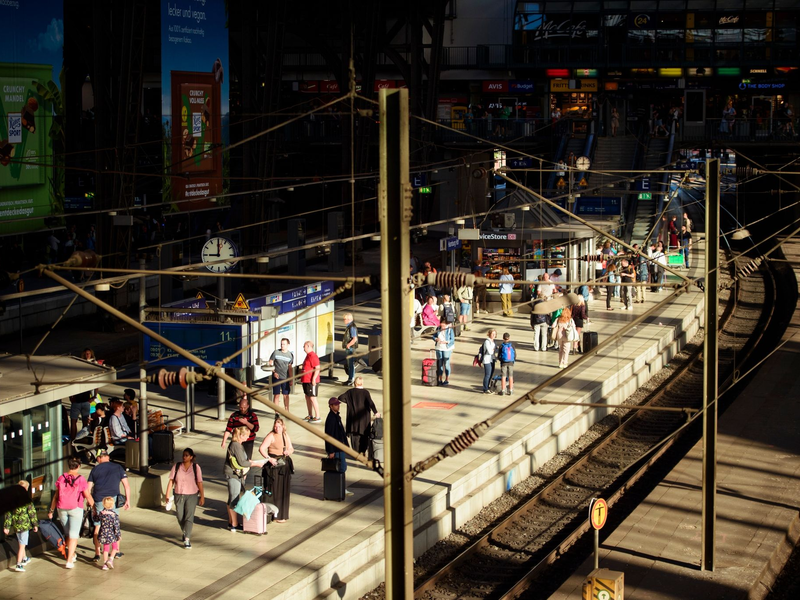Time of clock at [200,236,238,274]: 9:00
